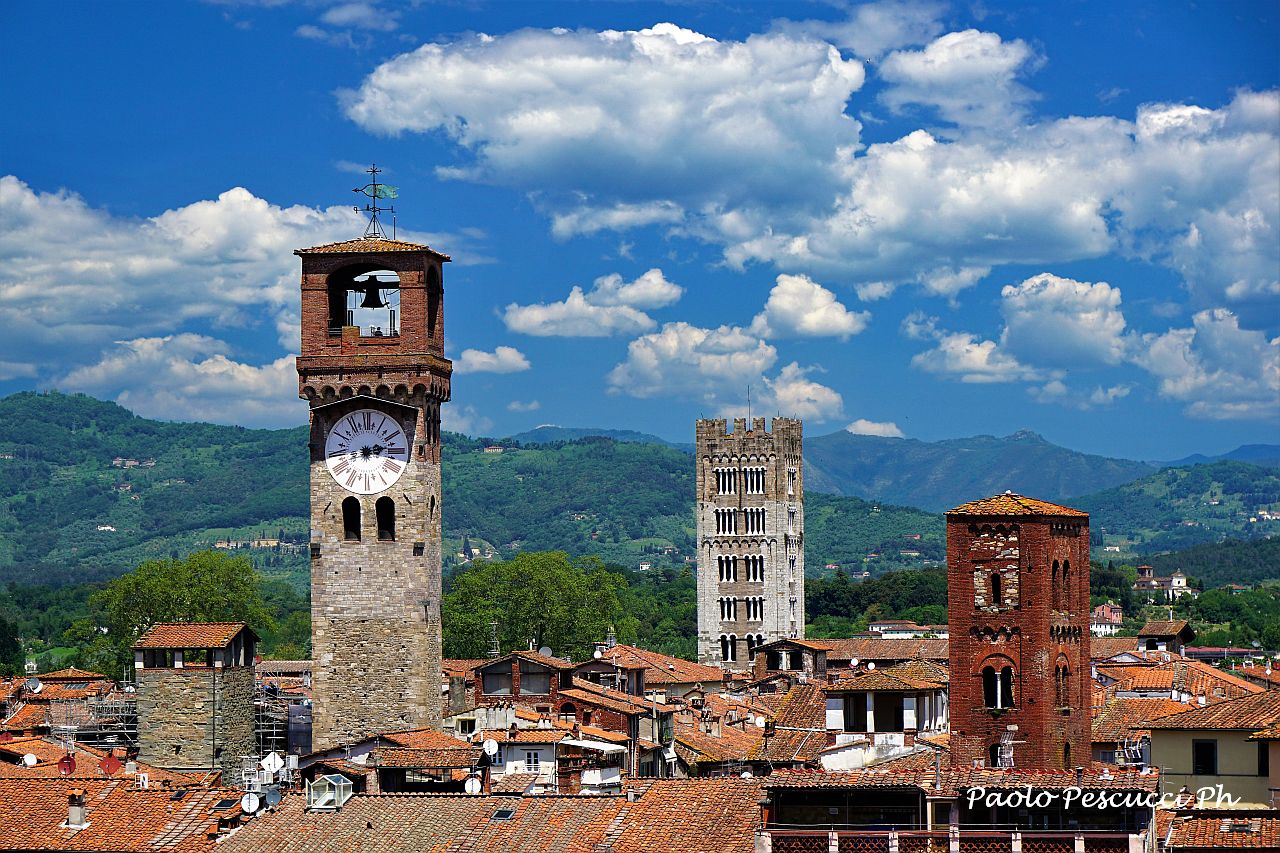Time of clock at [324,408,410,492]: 2:42
